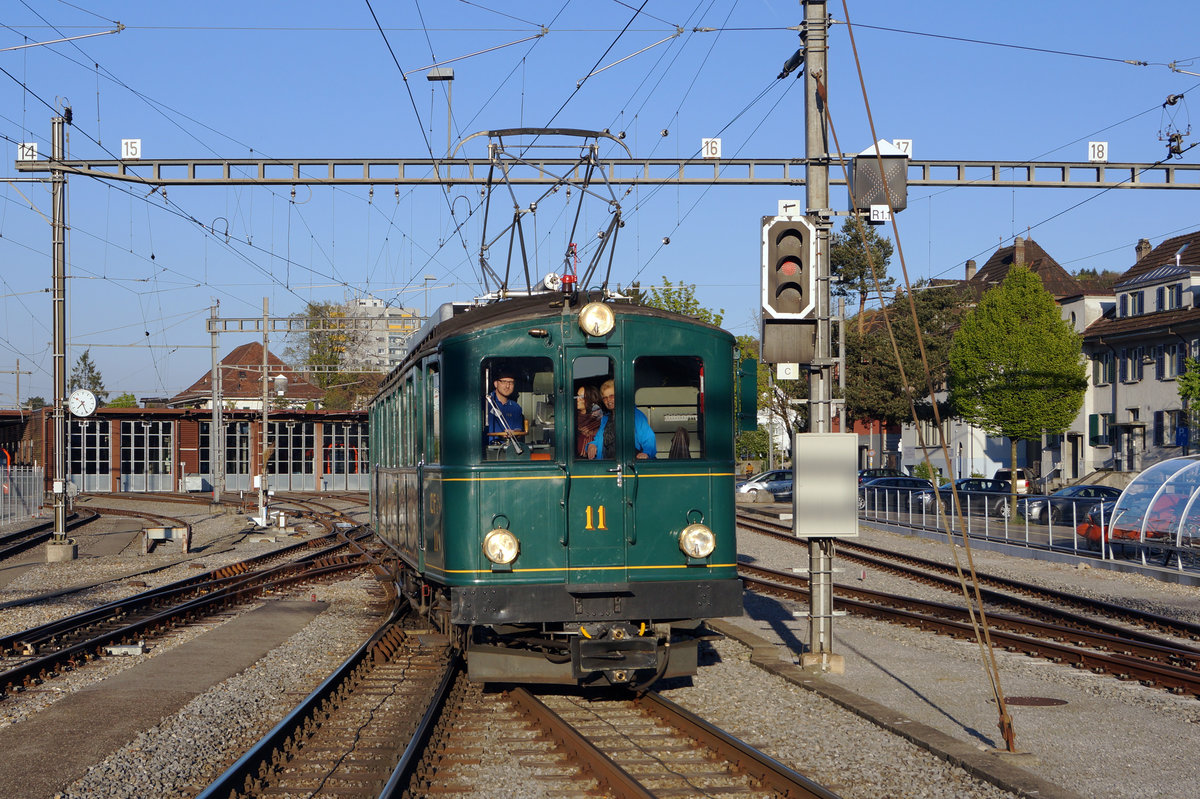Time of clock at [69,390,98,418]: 7:25
